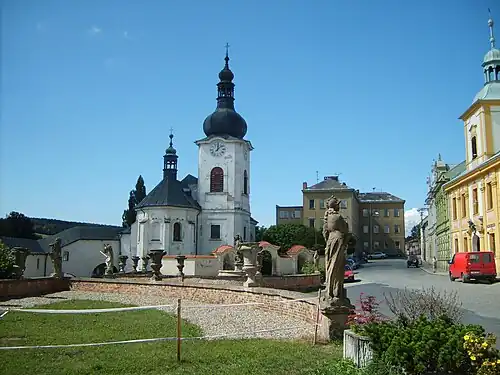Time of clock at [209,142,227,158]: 12:07
